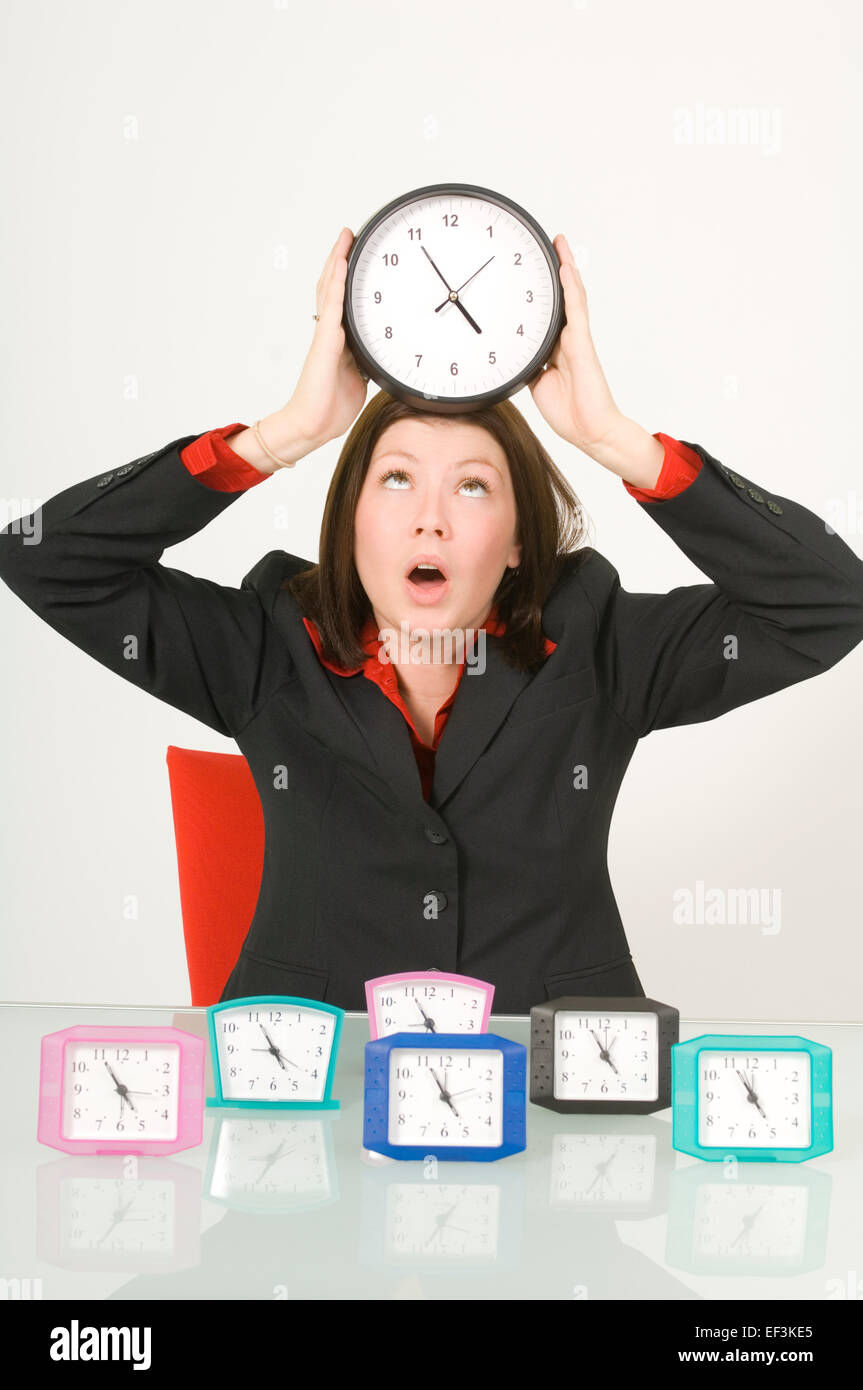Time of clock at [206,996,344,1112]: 4:56
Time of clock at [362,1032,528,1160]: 4:55
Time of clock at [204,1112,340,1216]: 8:34
